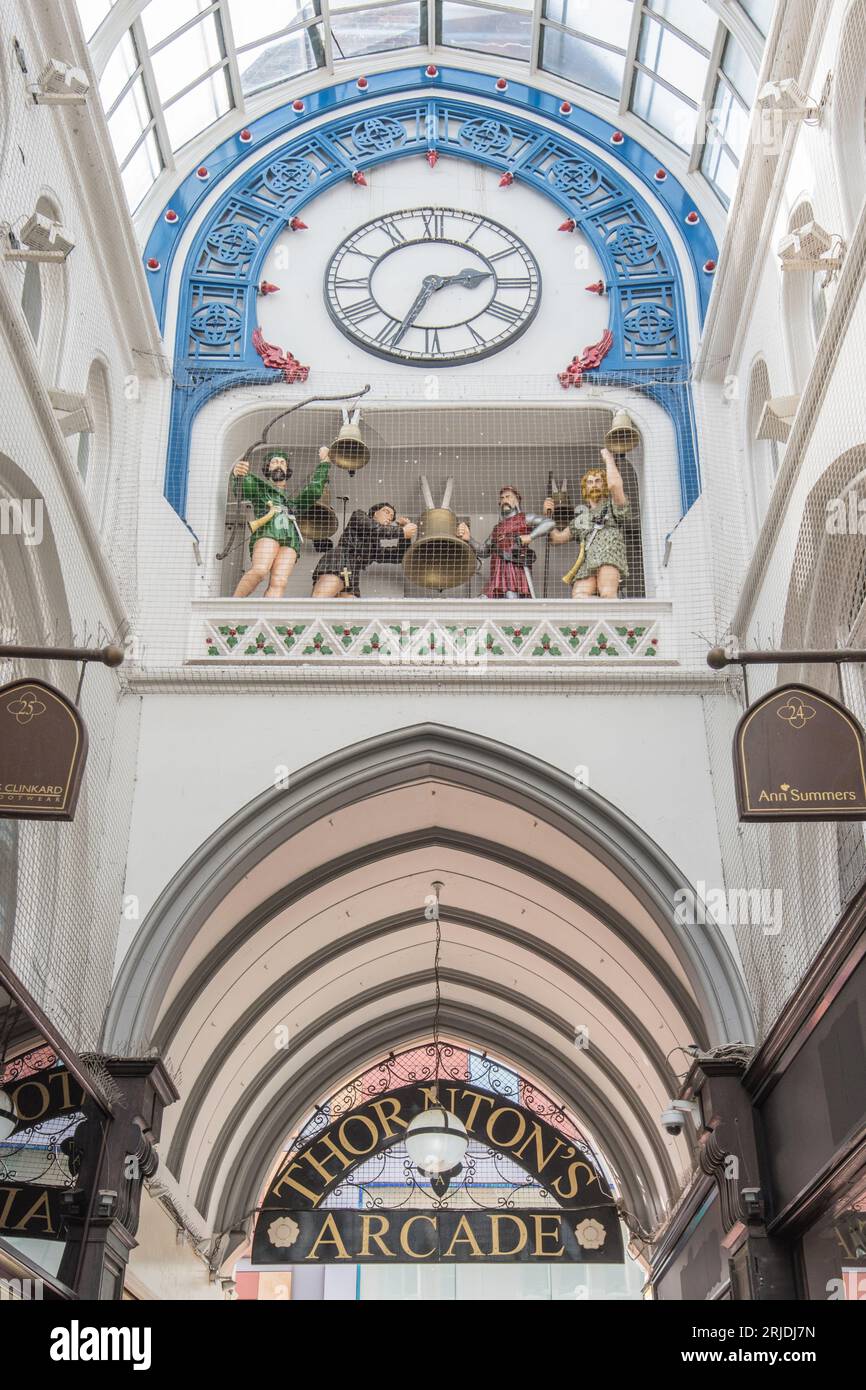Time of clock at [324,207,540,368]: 2:33
